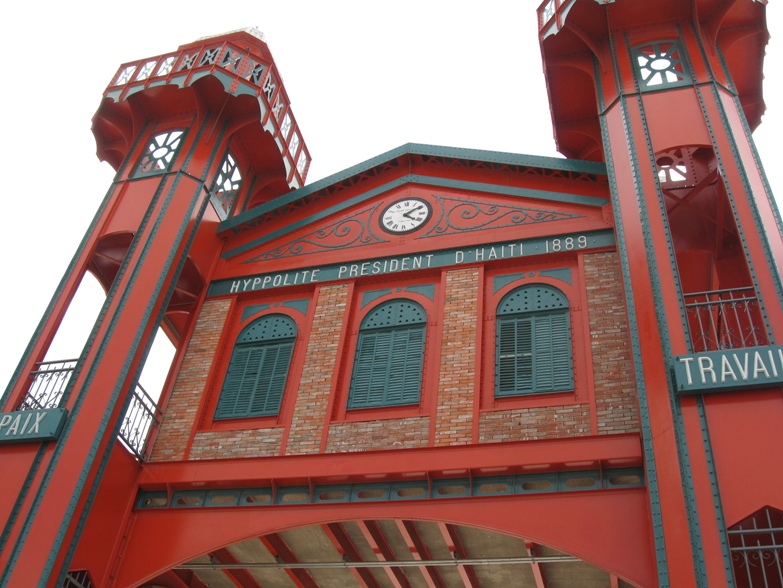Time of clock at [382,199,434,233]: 4:09
